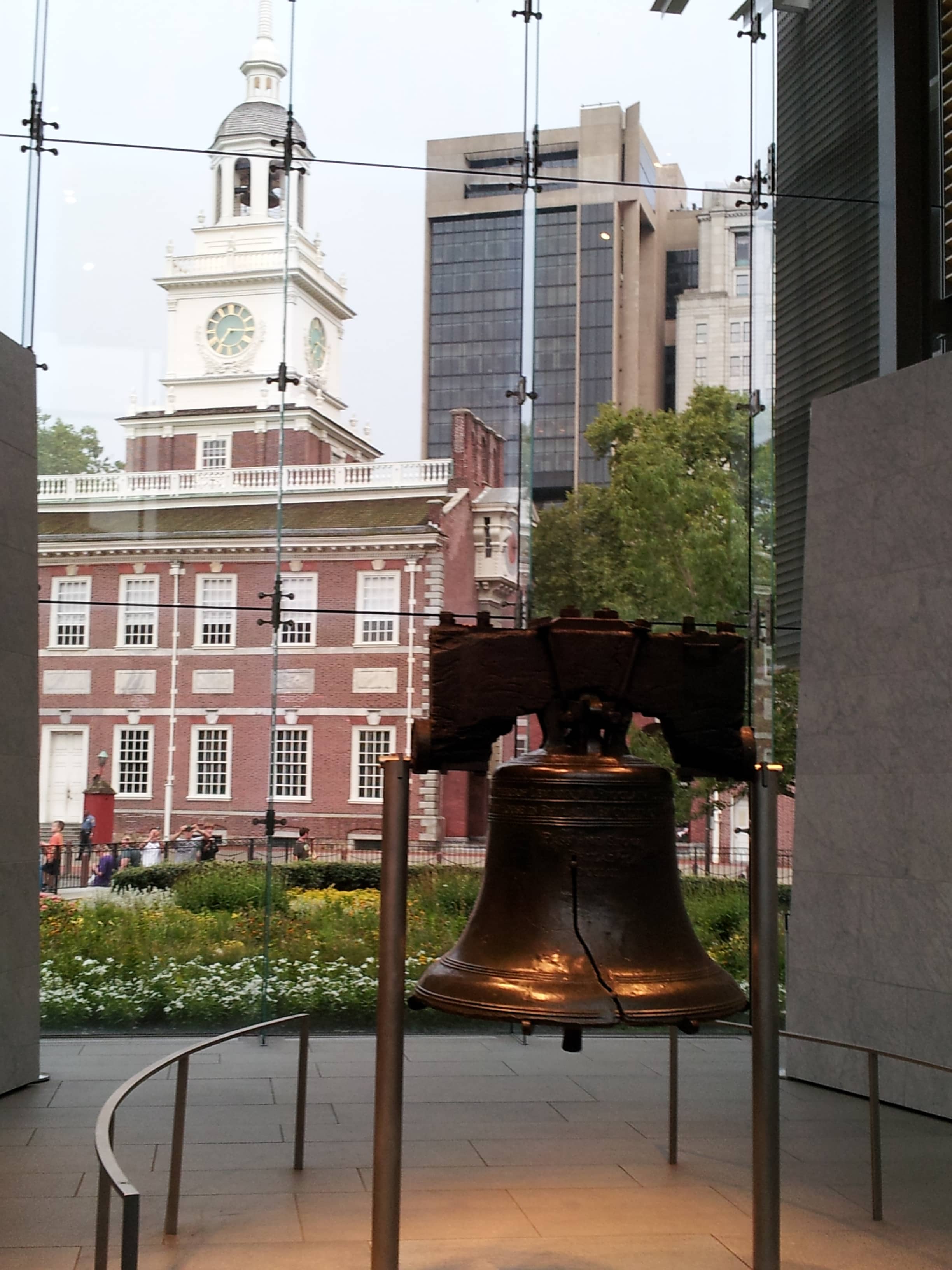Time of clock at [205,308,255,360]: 7:15
